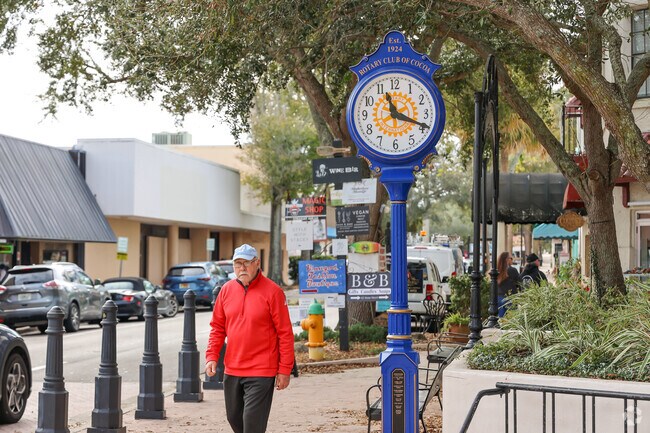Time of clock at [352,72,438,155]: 11:18
